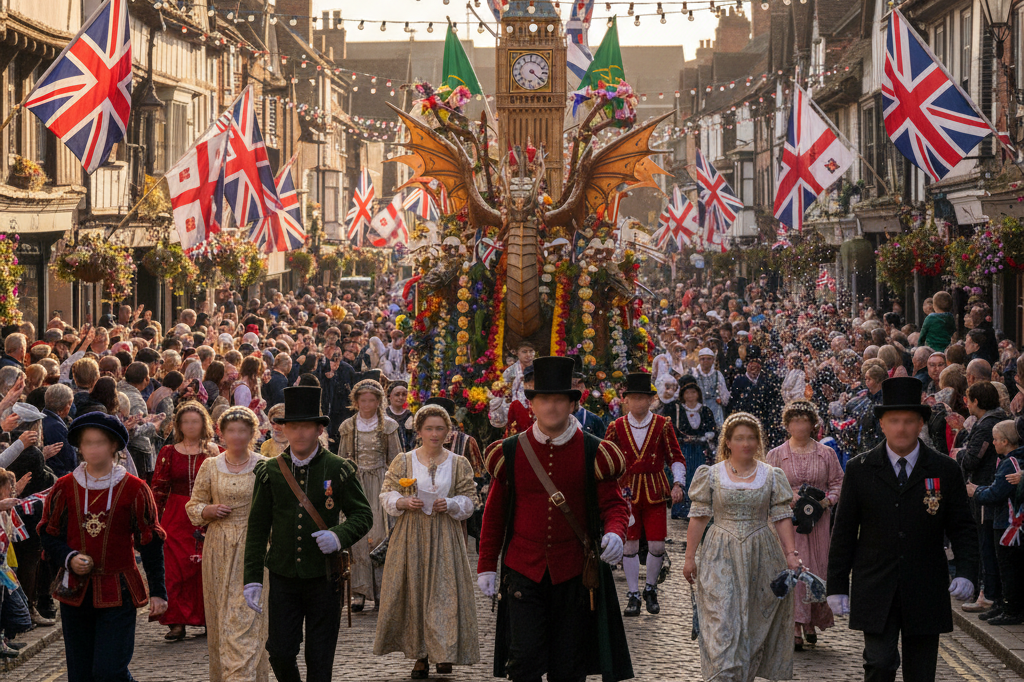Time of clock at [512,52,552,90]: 4:21
